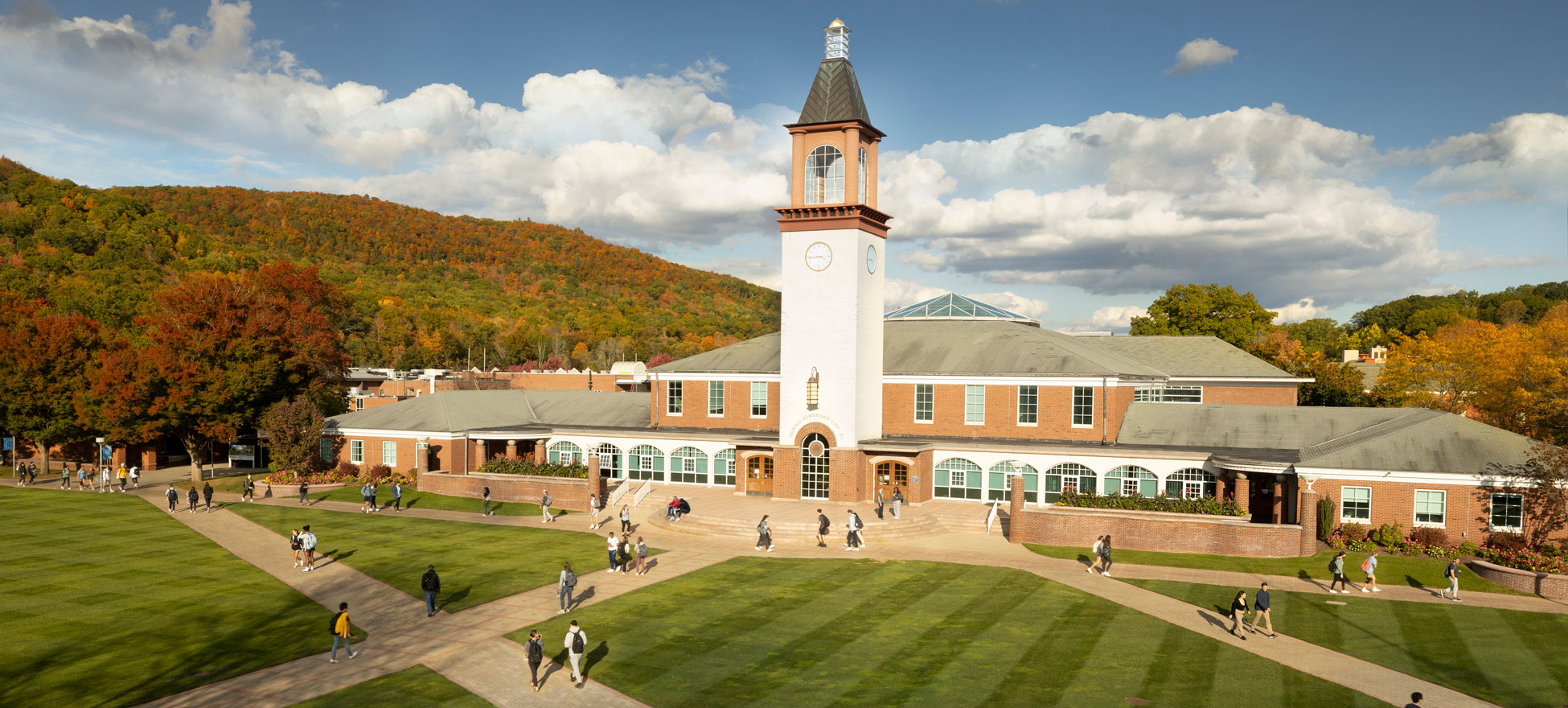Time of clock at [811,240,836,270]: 3:43
